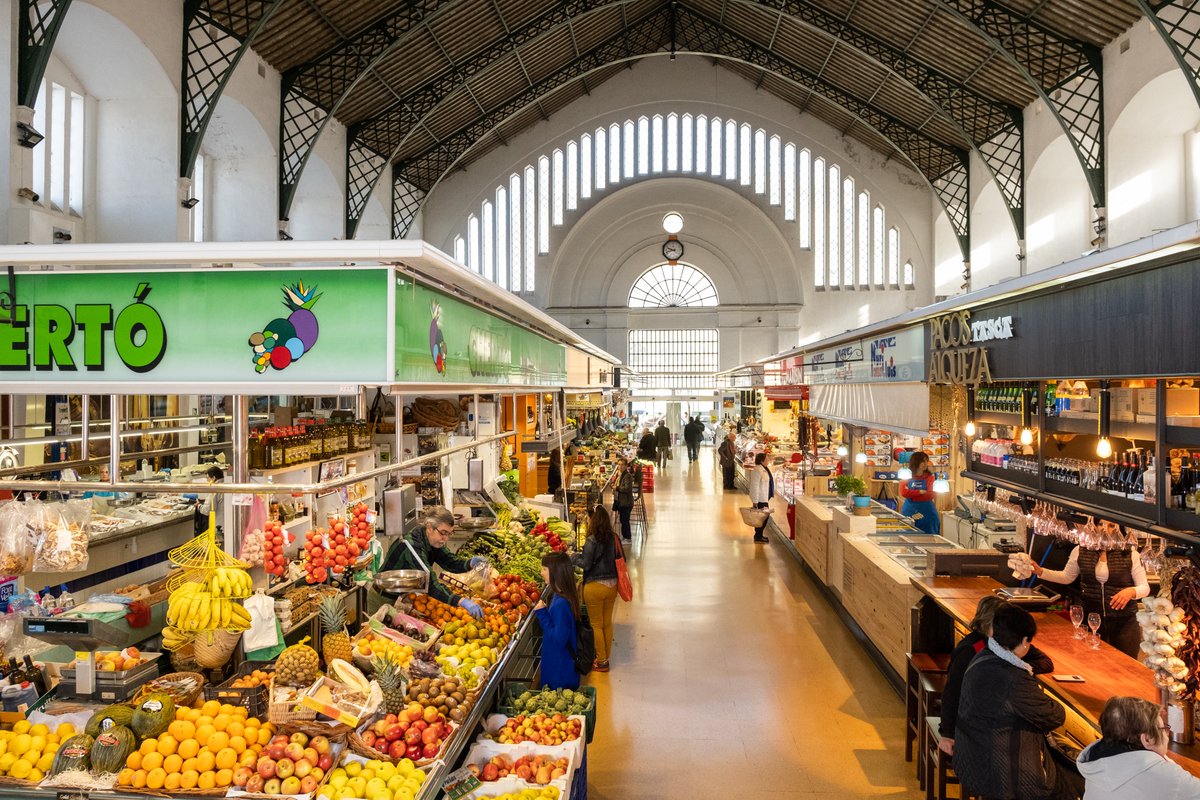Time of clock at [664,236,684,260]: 9:42
